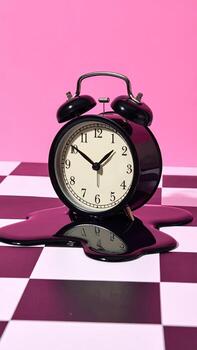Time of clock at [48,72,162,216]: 1:50
